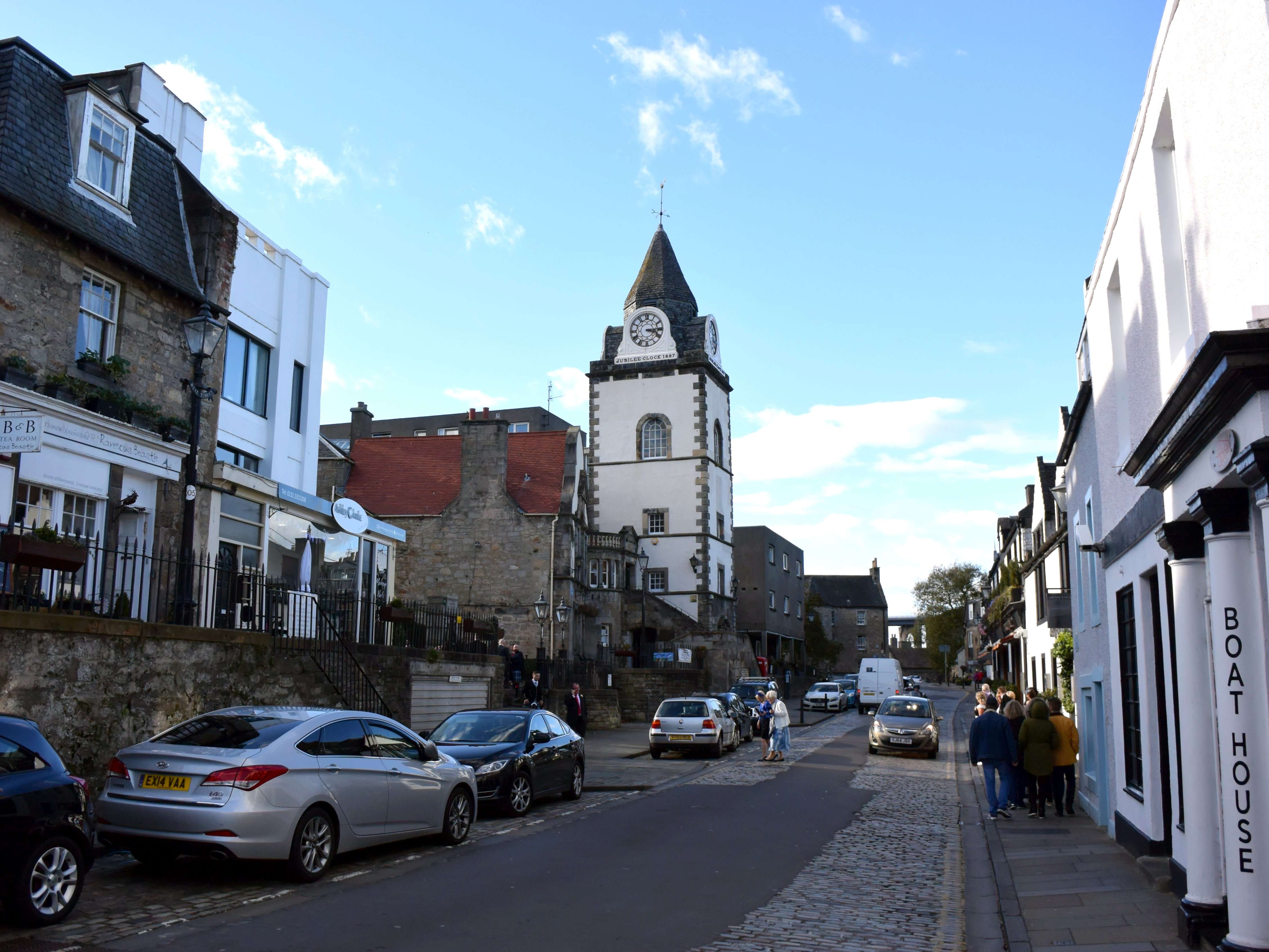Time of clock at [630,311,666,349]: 3:14
